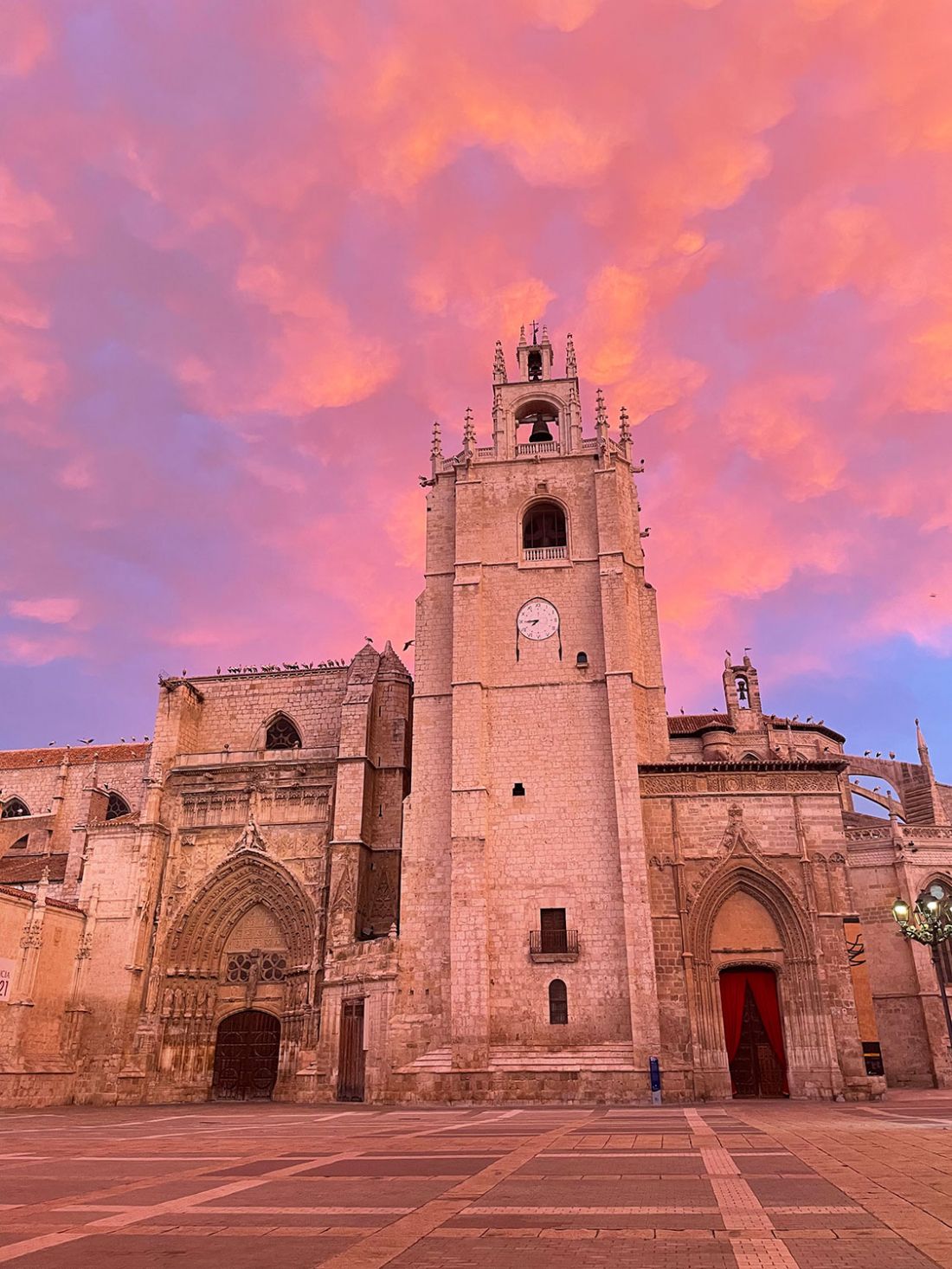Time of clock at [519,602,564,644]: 7:44
